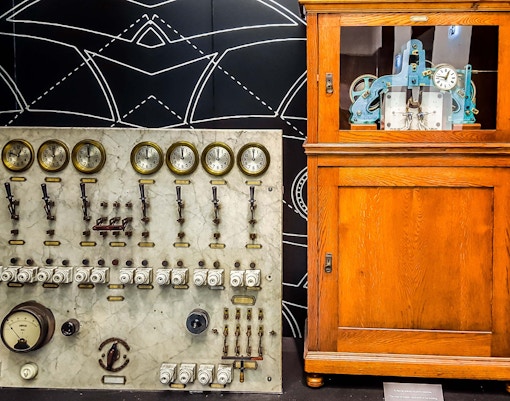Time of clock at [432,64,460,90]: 12:47
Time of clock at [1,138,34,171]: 12:47
